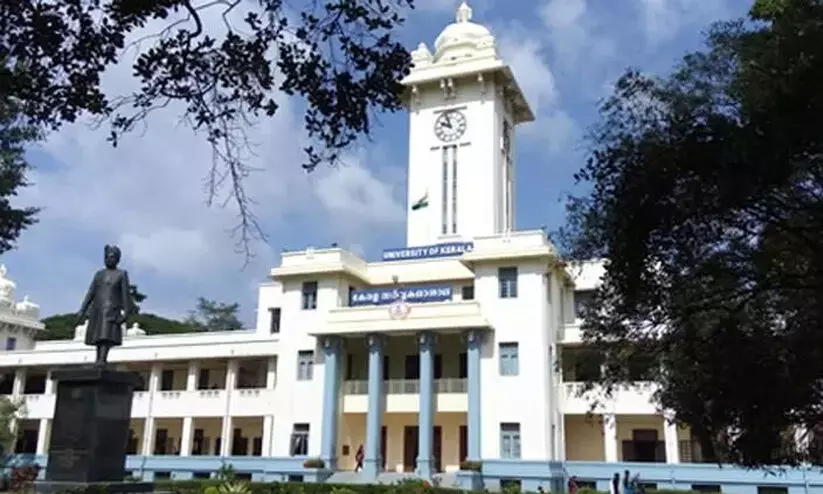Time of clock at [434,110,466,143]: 9:57
